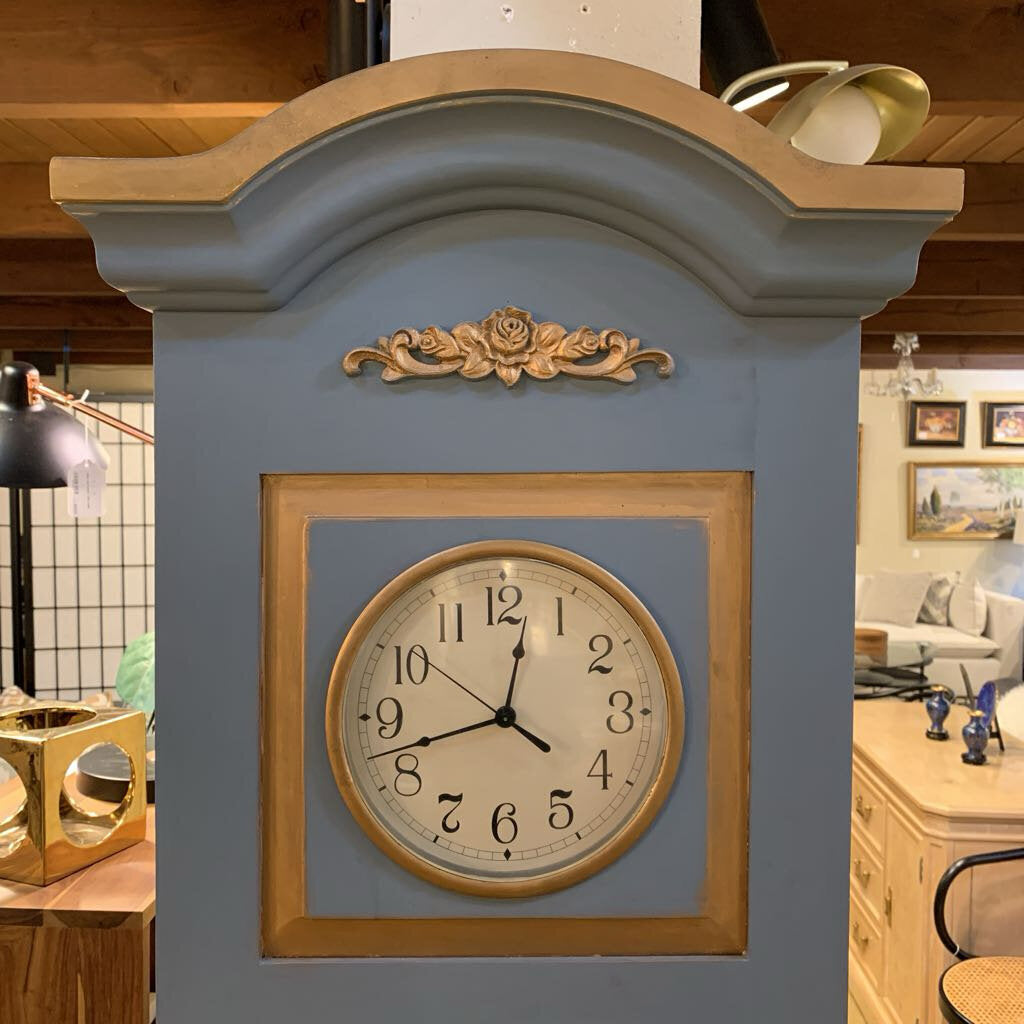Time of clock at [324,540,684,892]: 12:42
